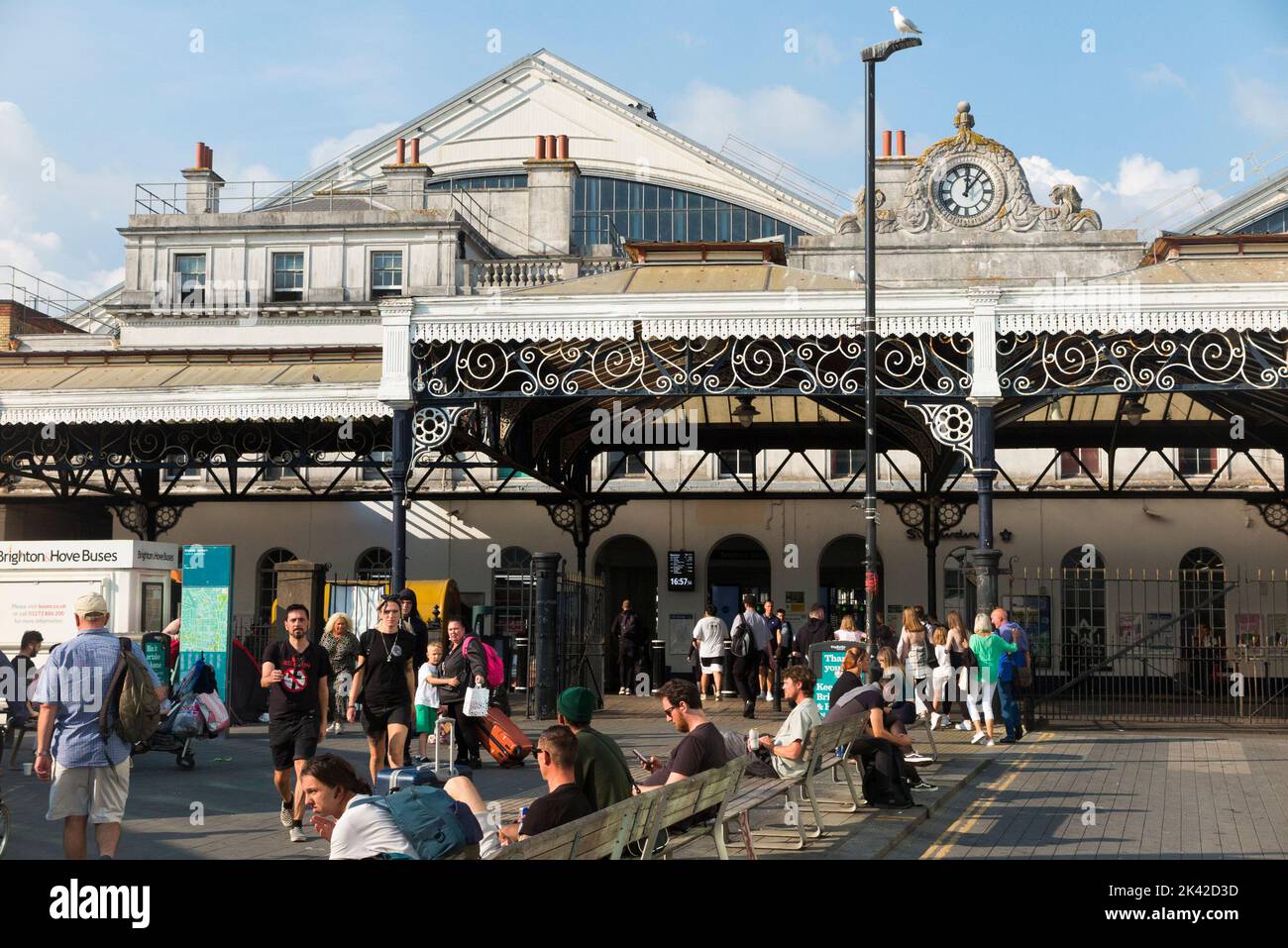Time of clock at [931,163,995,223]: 12:06
